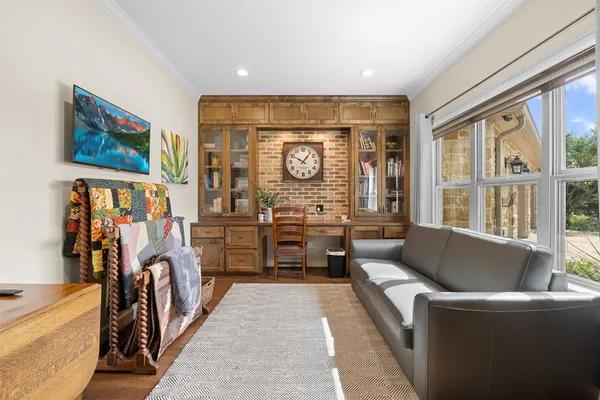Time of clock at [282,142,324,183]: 10:06
